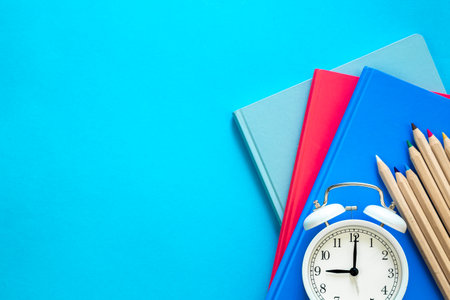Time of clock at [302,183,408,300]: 9:00
